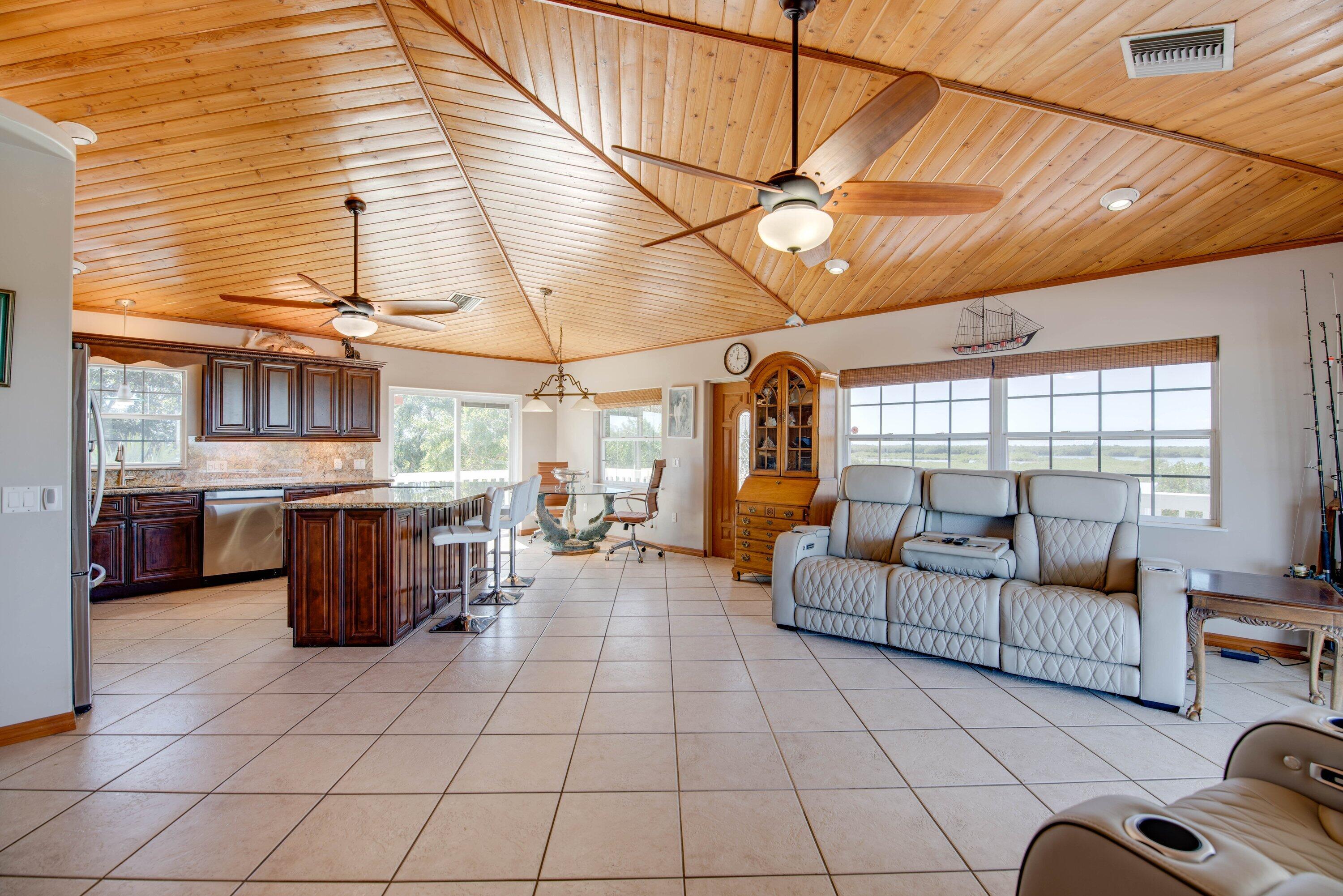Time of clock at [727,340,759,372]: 12:14
